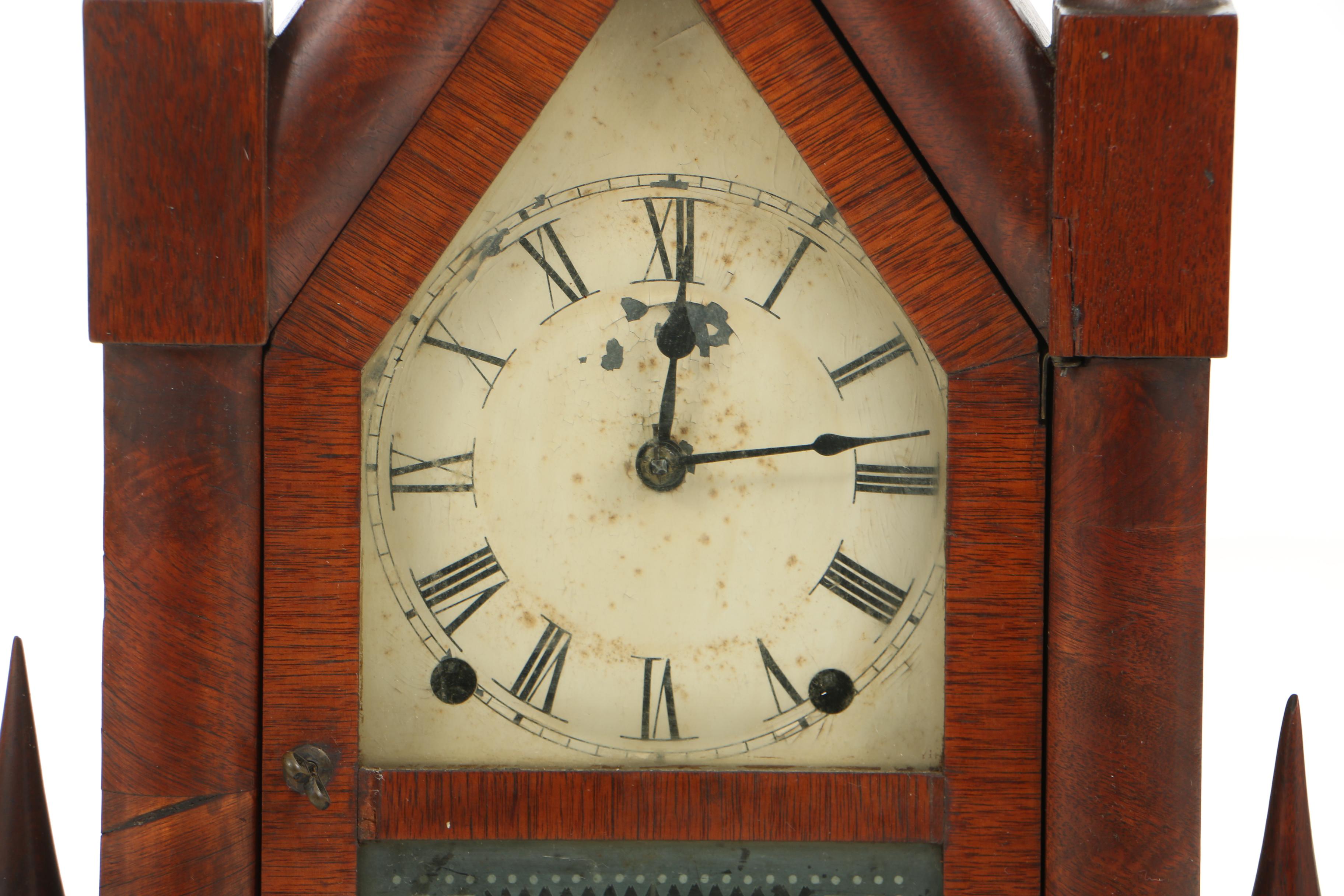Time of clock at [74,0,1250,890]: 12:13
